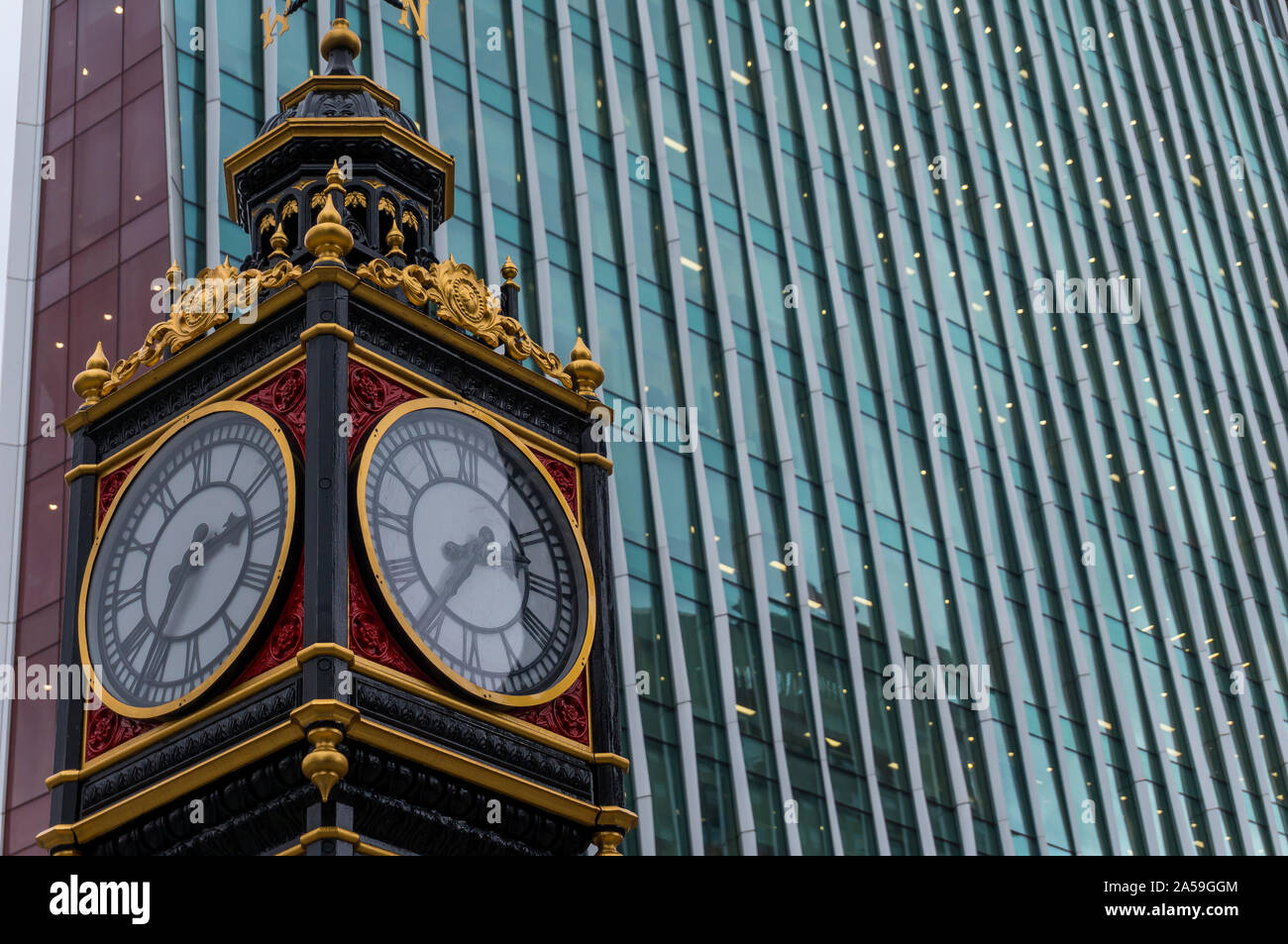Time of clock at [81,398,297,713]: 2:35
